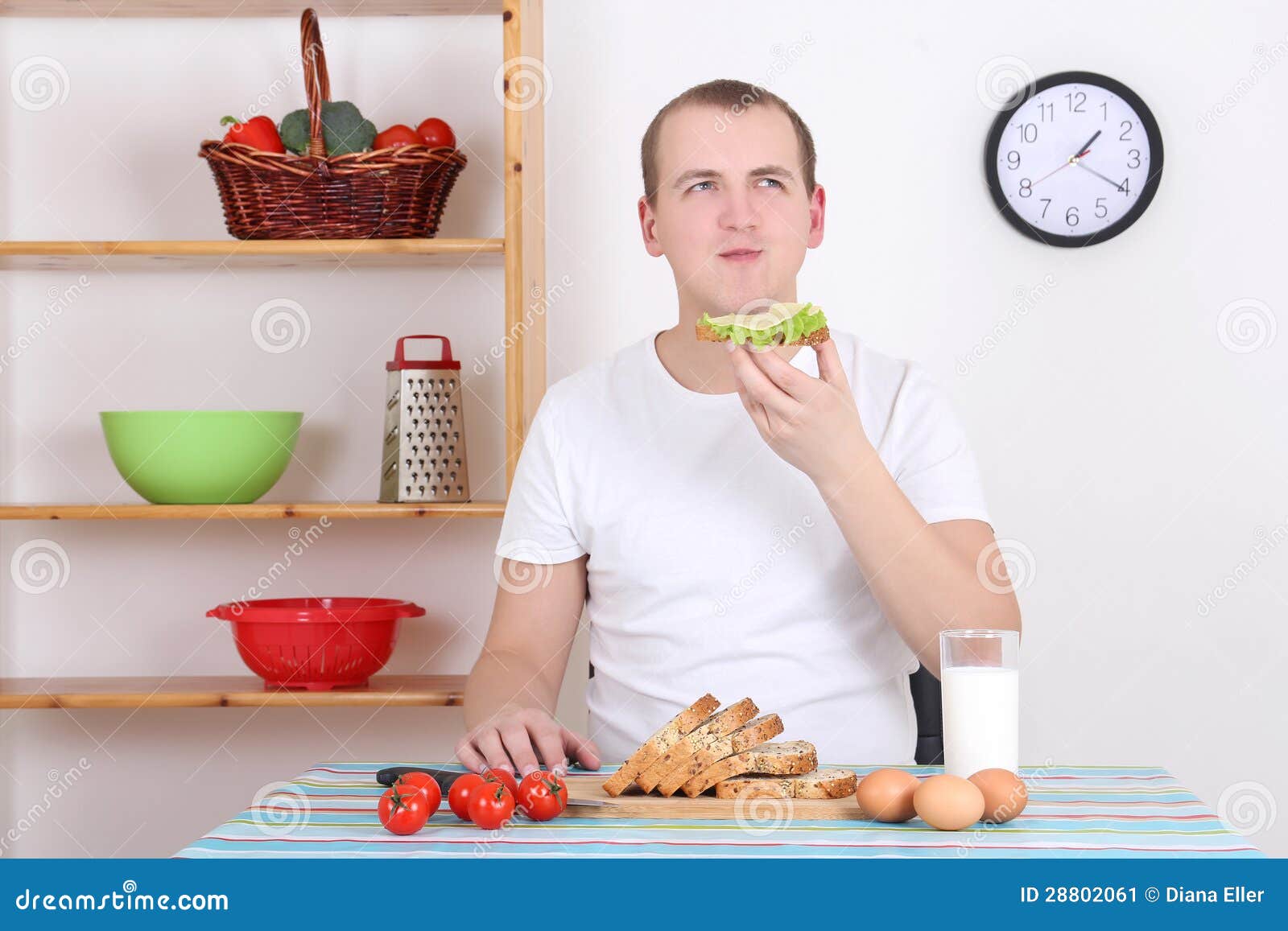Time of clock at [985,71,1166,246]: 1:20
